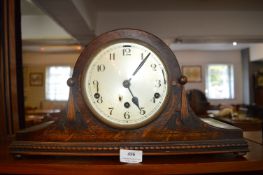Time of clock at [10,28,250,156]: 5:06
